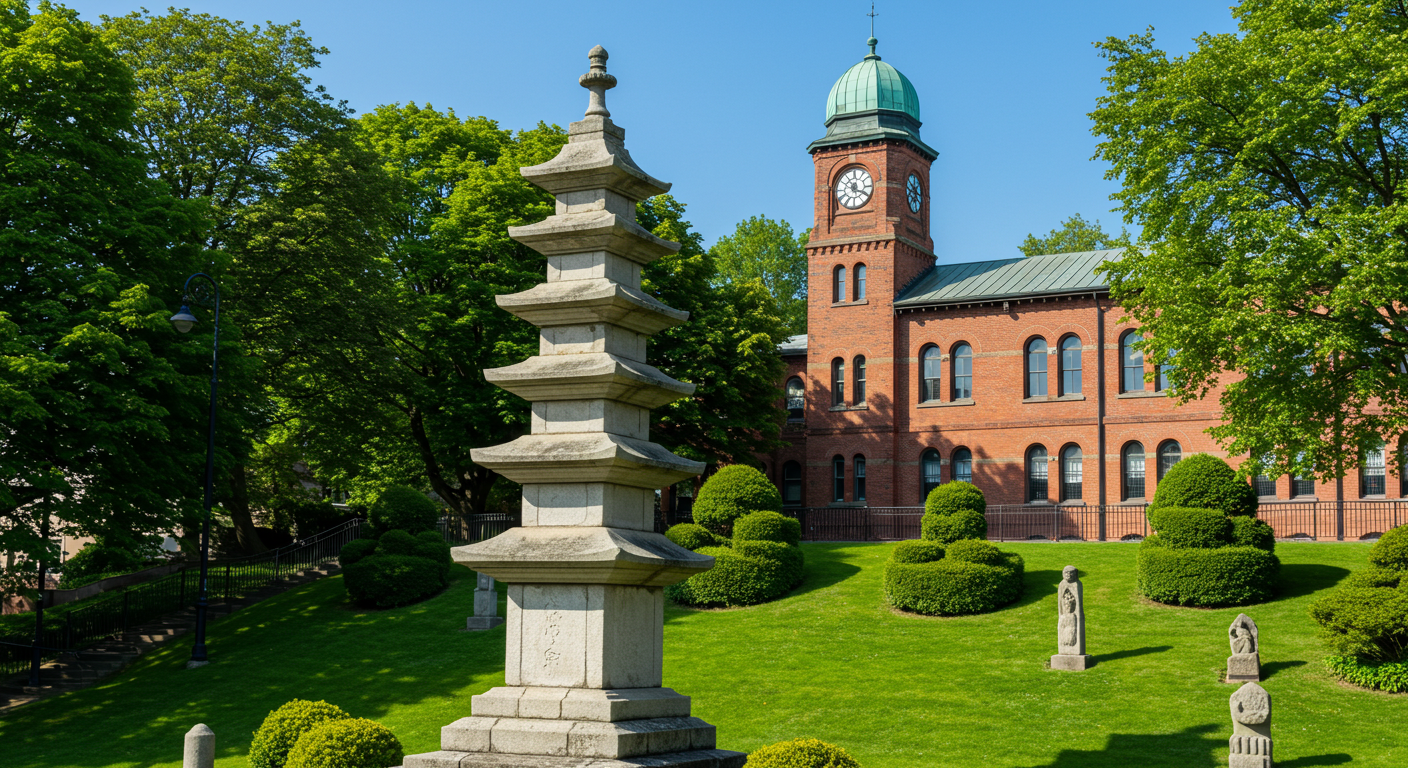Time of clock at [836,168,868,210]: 12:19
